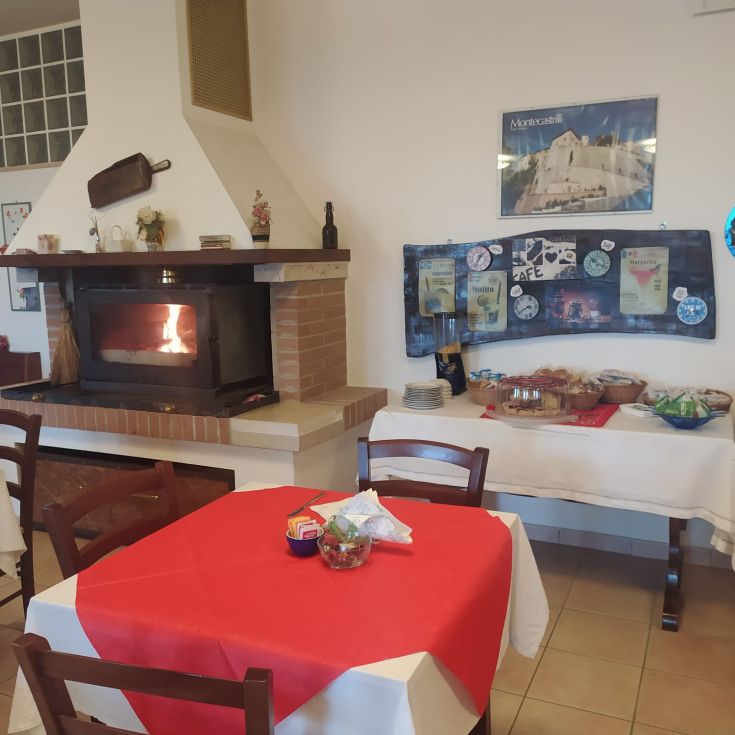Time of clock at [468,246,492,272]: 1:33
